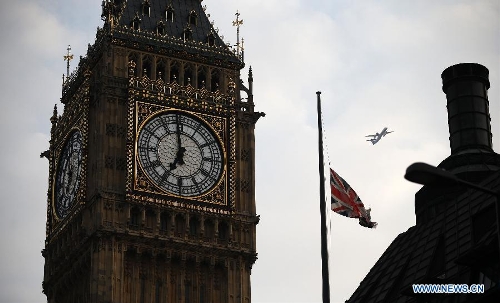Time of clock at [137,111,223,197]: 6:58
